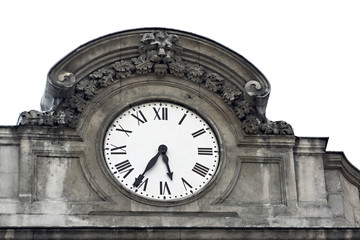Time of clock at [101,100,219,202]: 5:35
